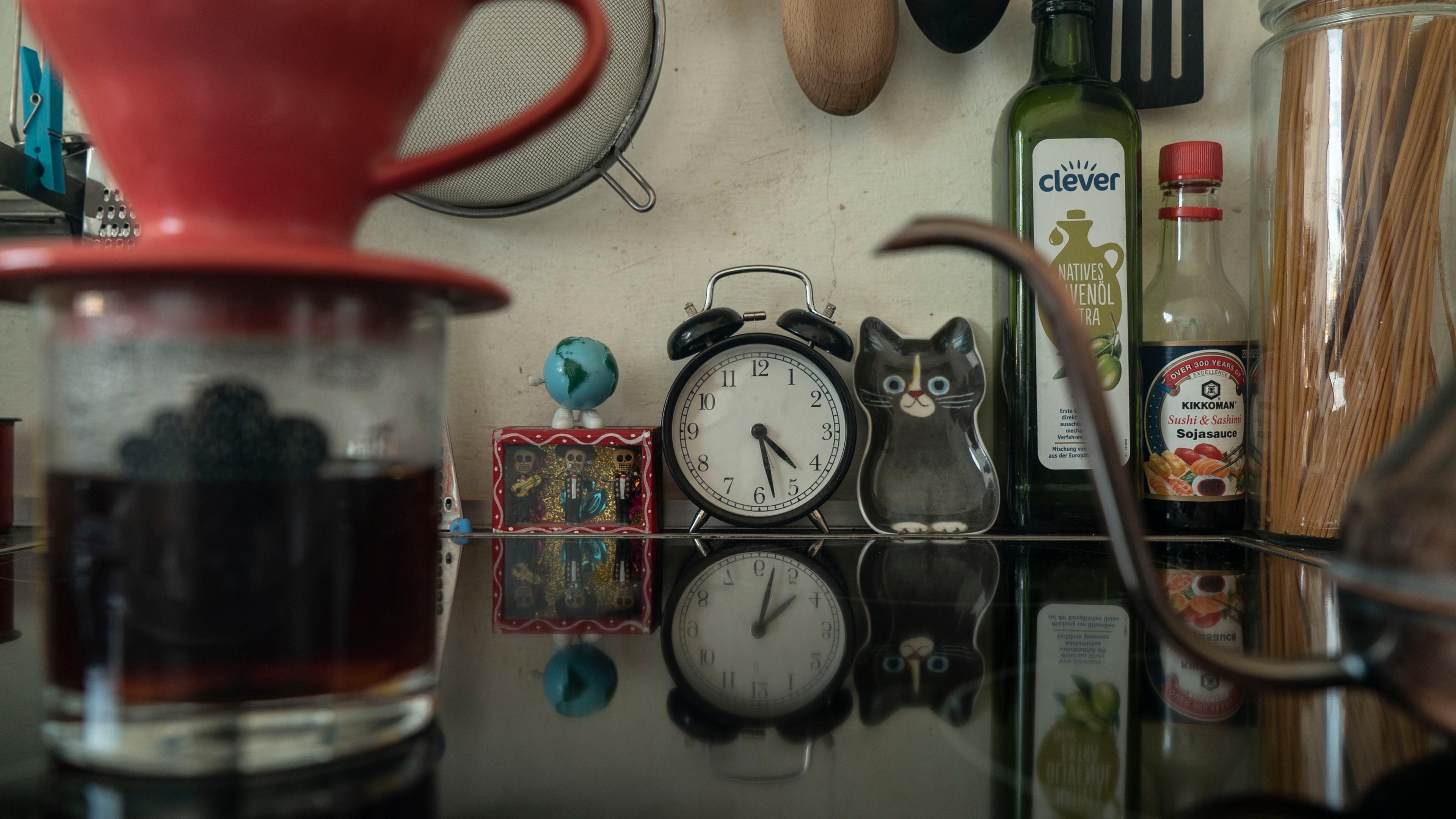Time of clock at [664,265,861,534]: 4:28
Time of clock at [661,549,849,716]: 1:02
